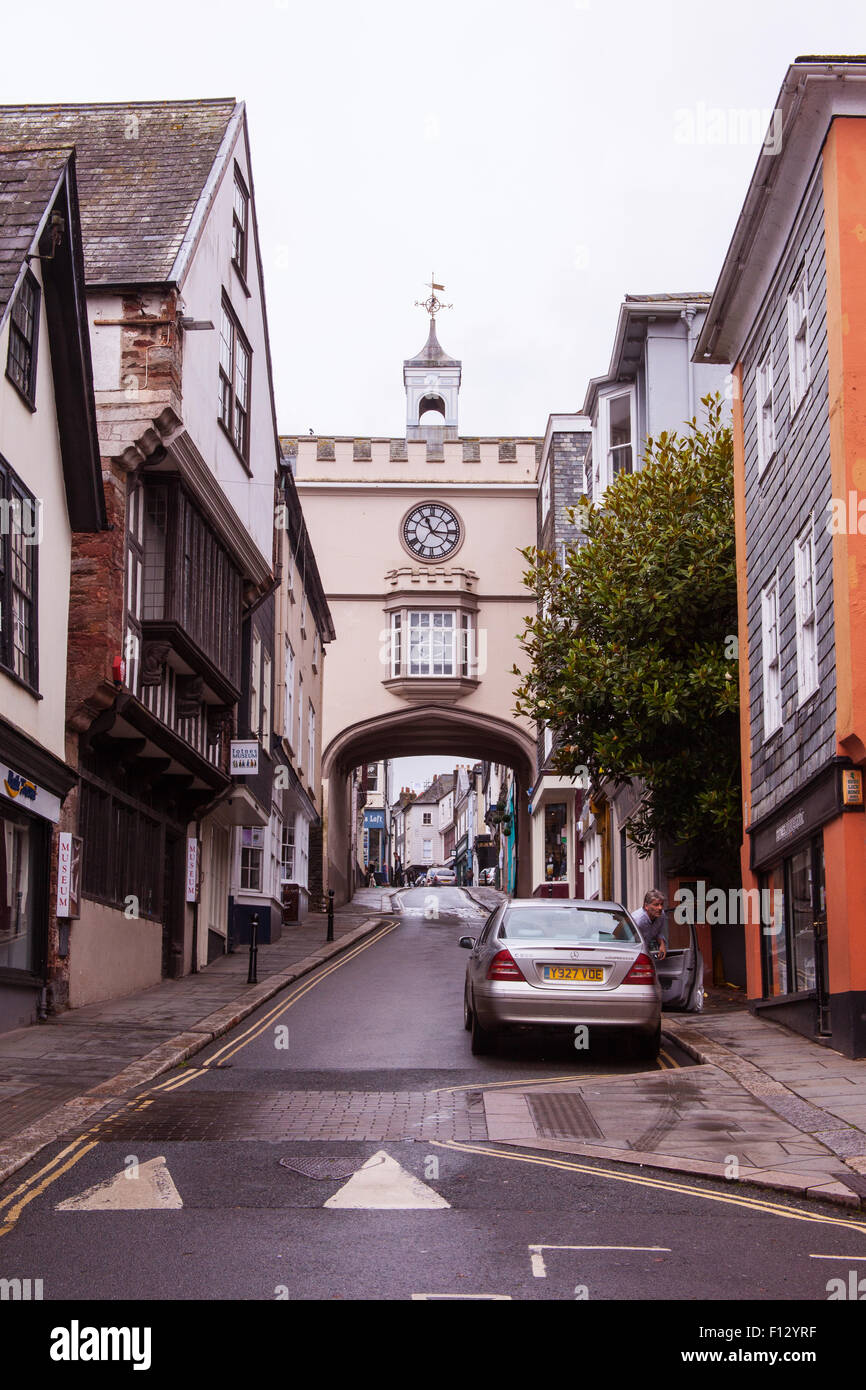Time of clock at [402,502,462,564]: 11:15
